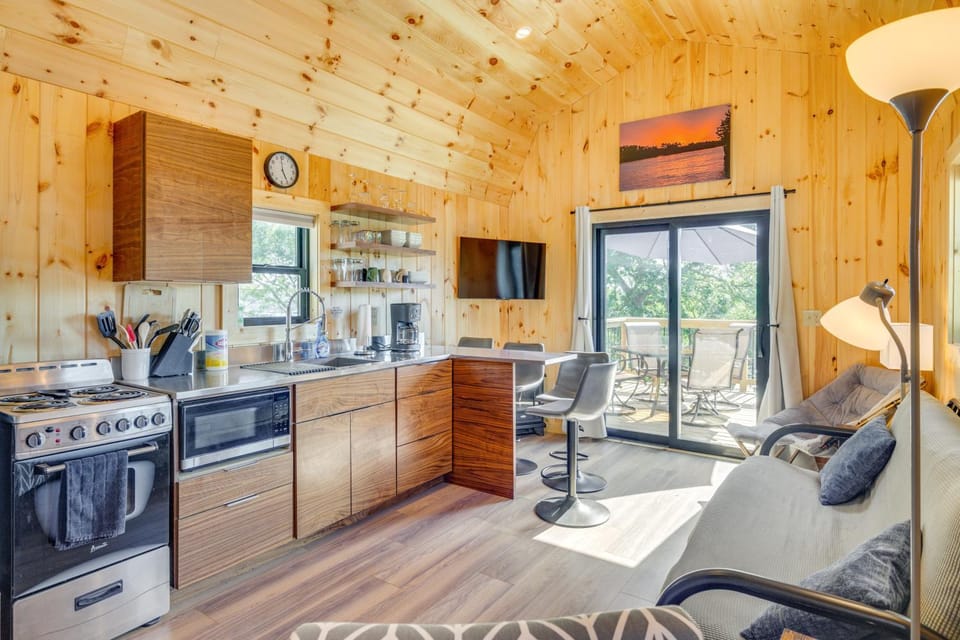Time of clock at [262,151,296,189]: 4:58
